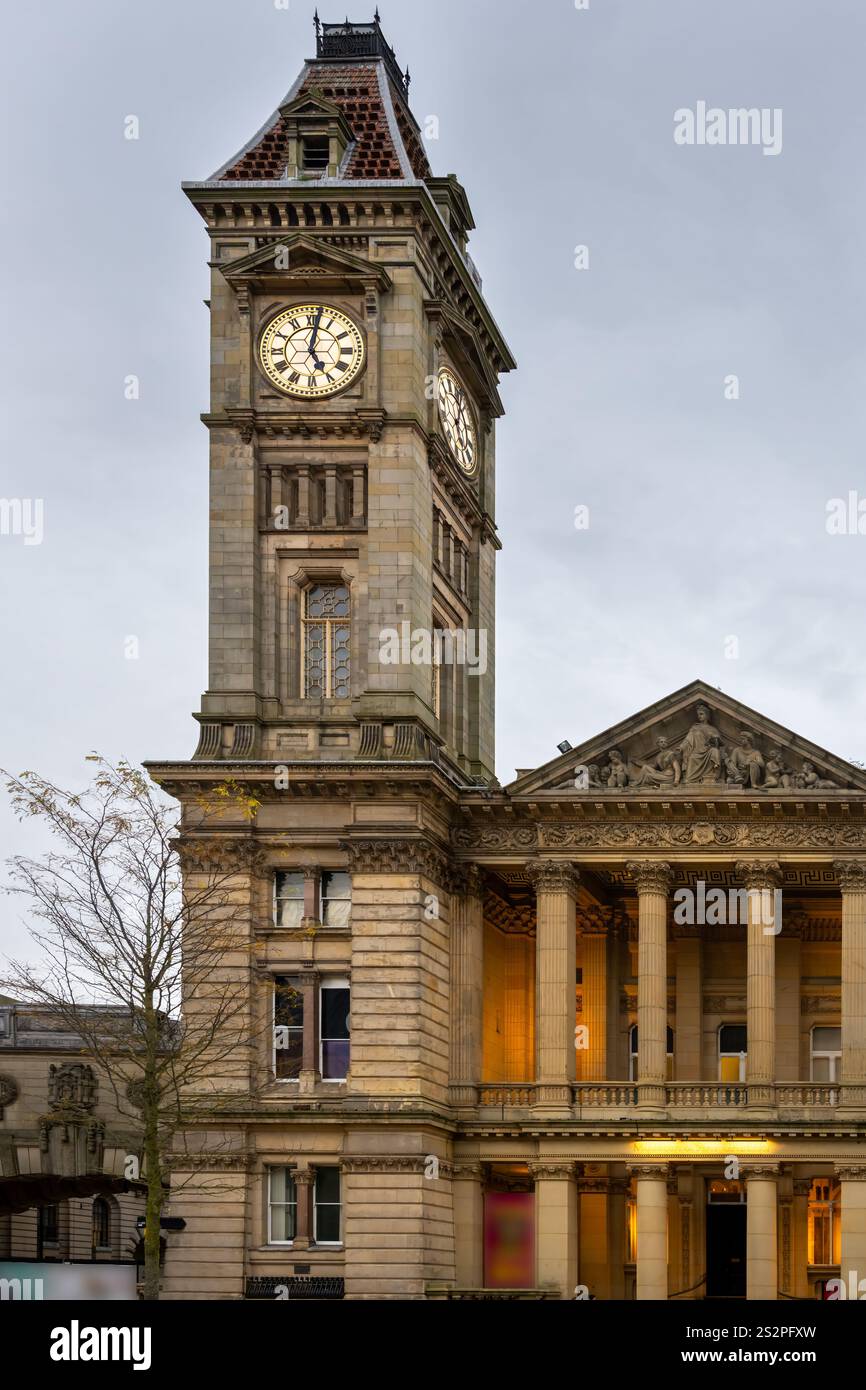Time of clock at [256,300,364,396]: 5:01
